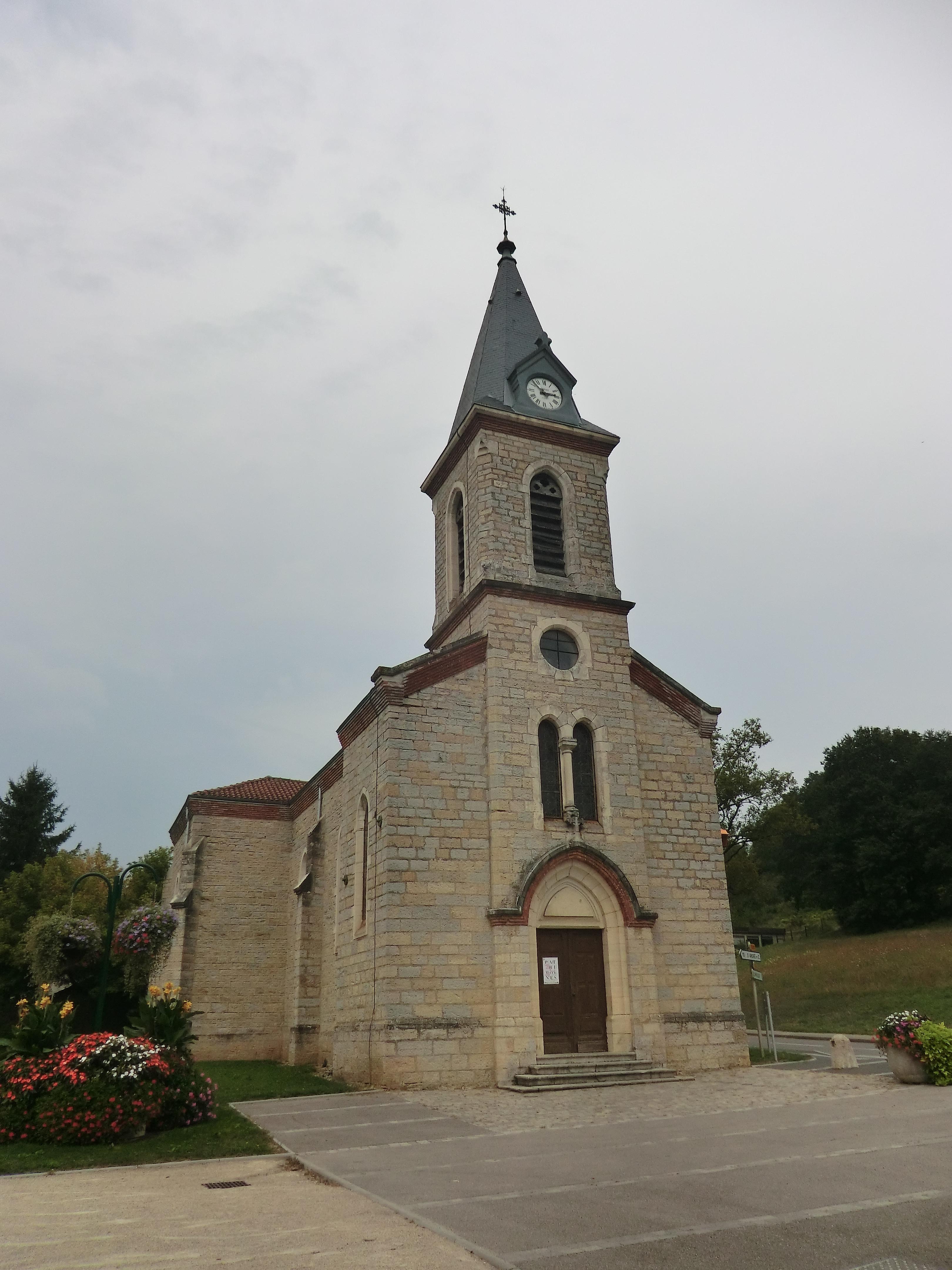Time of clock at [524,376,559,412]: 2:52
